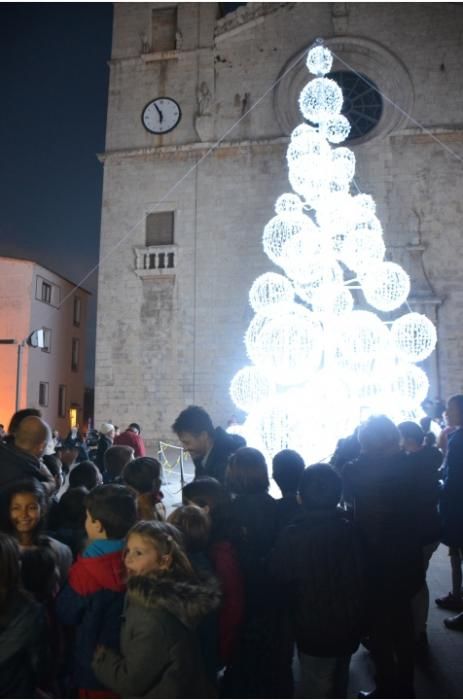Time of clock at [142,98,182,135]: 5:55
